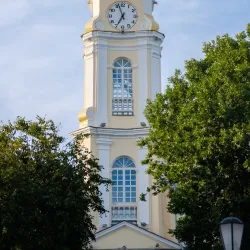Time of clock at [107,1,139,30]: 6:56
